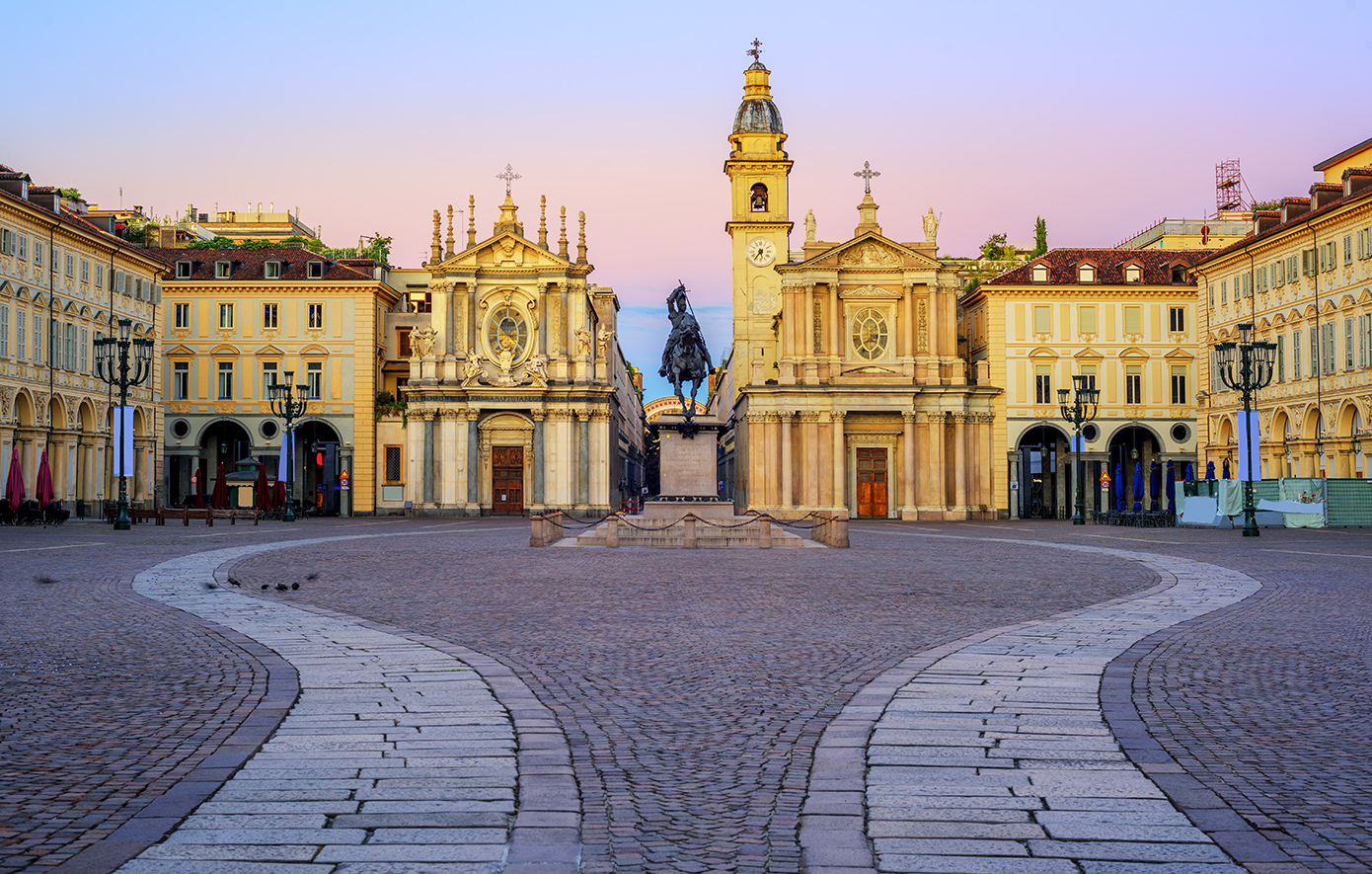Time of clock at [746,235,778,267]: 5:36
